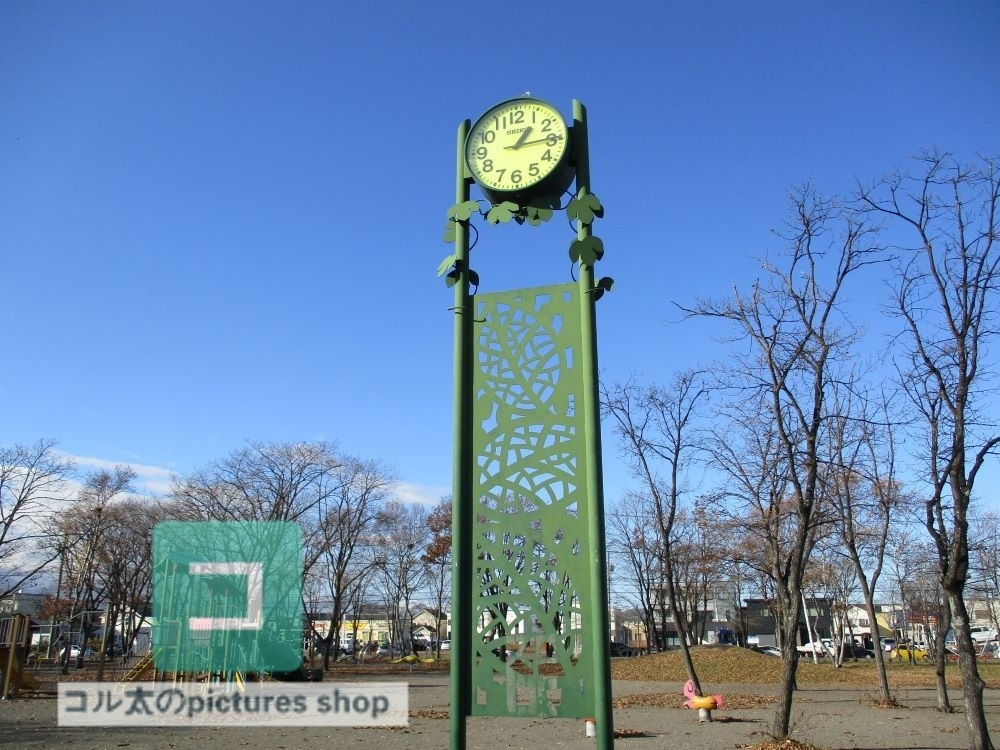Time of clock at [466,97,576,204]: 1:14
